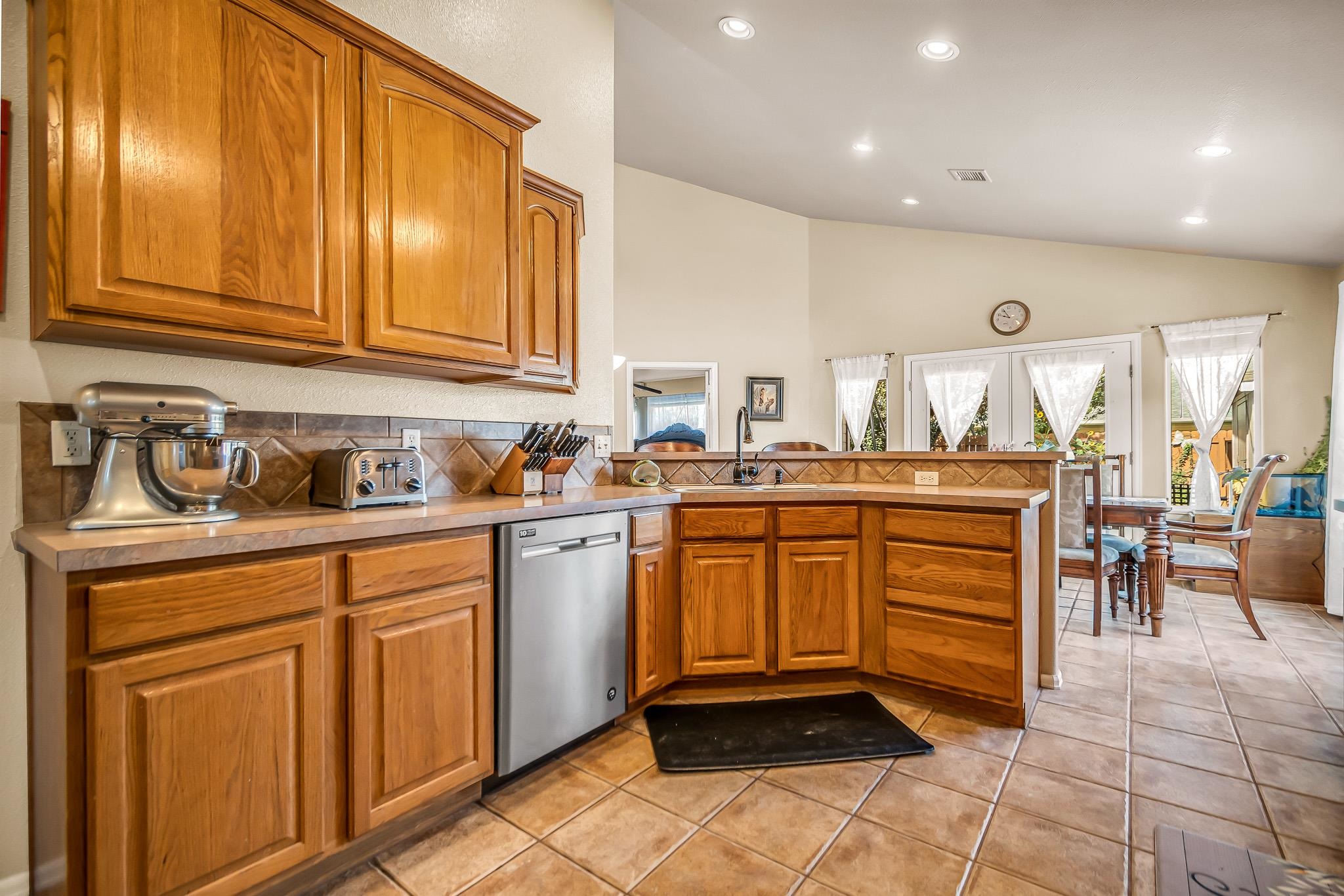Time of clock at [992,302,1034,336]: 9:55
